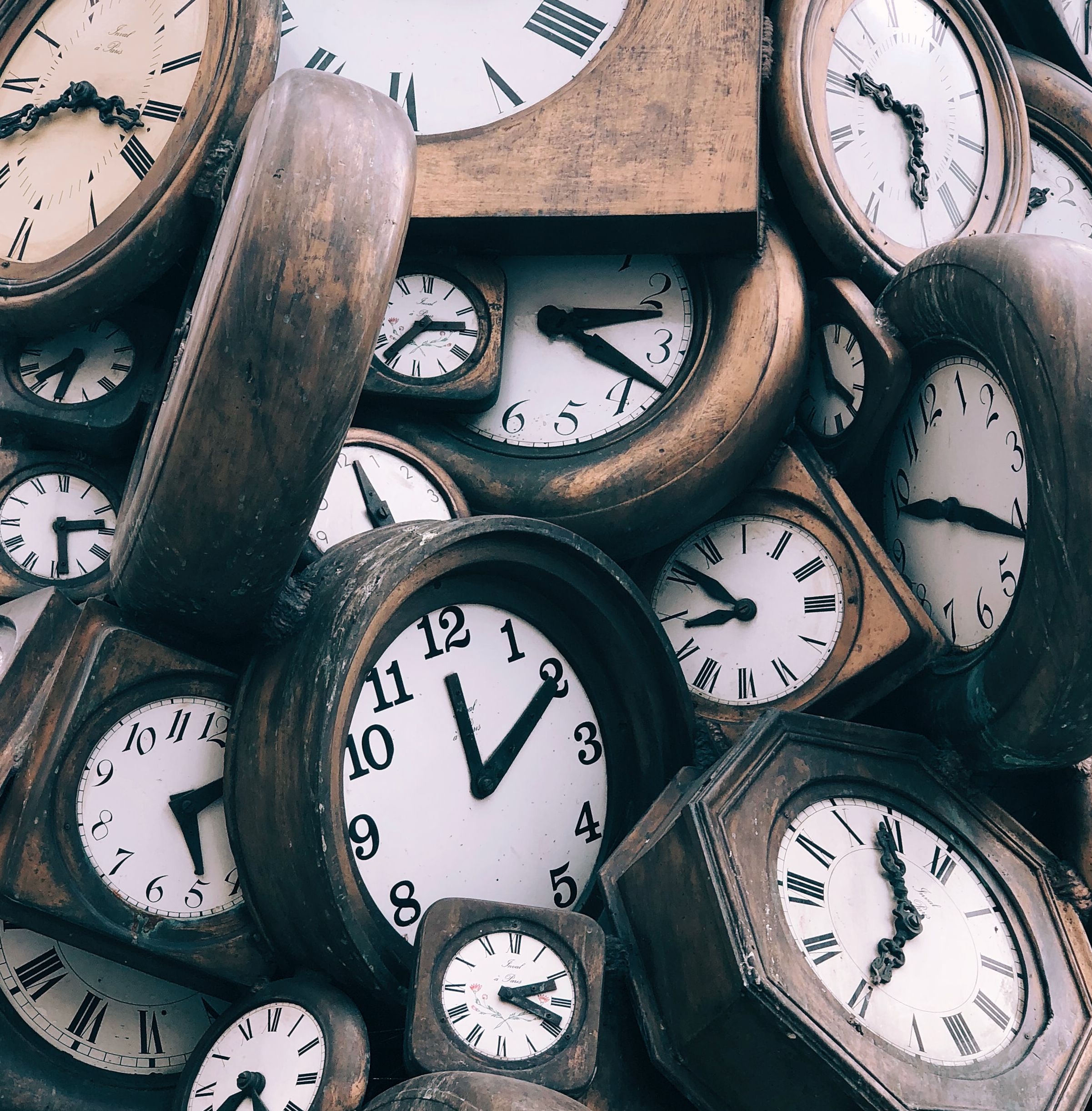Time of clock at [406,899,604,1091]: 2:18
